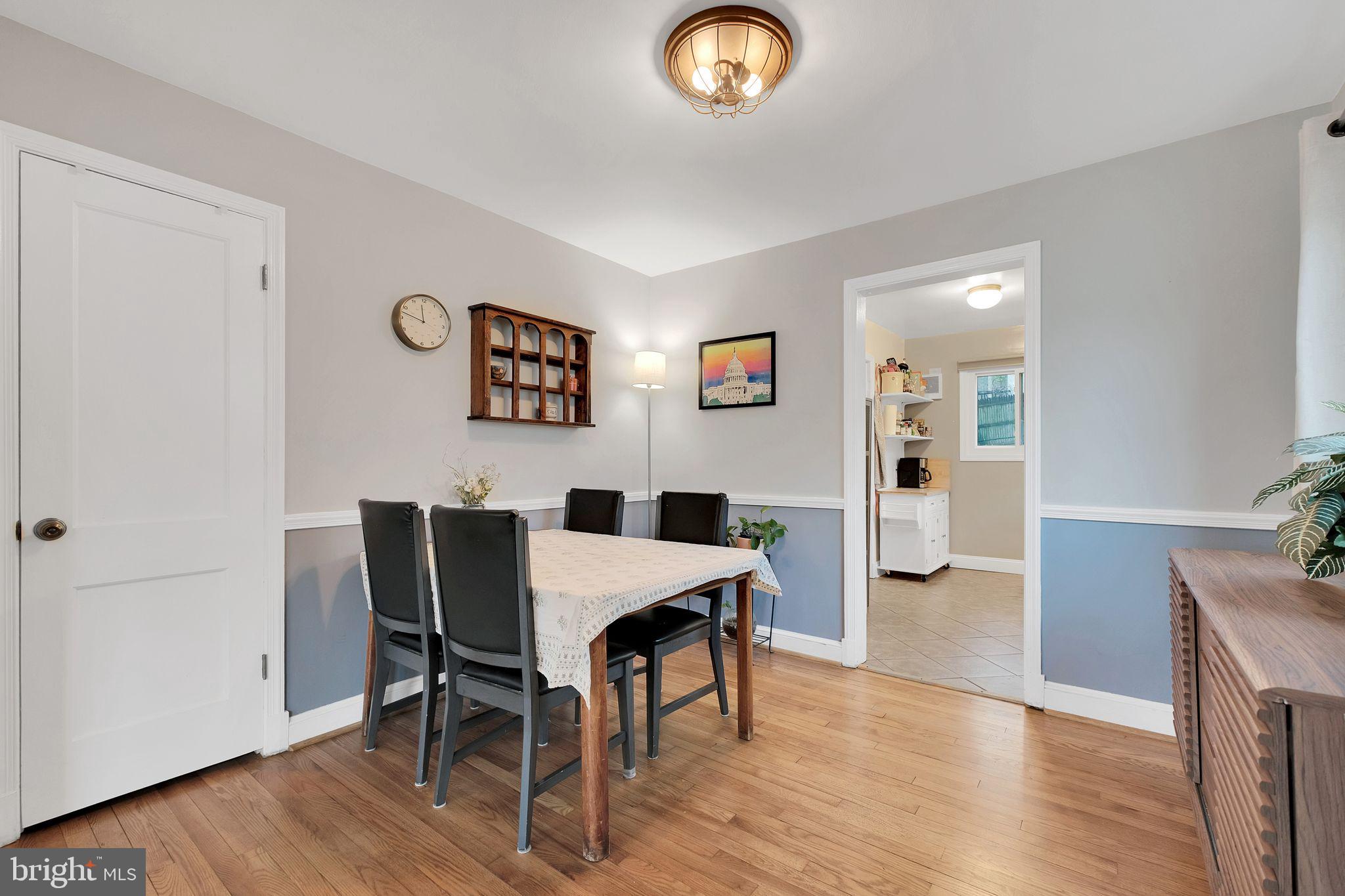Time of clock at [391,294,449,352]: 11:47
